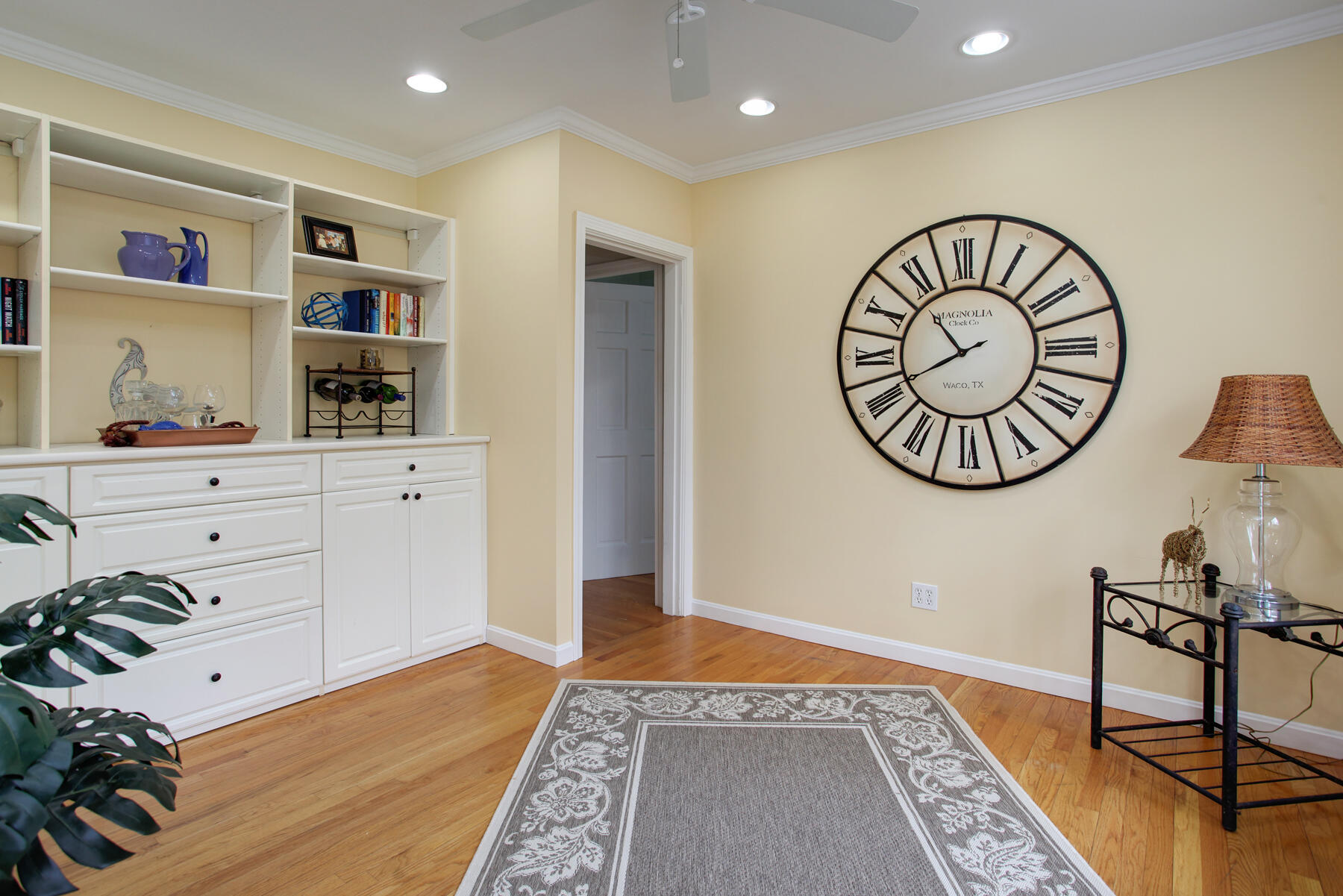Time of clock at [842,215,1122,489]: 10:41
